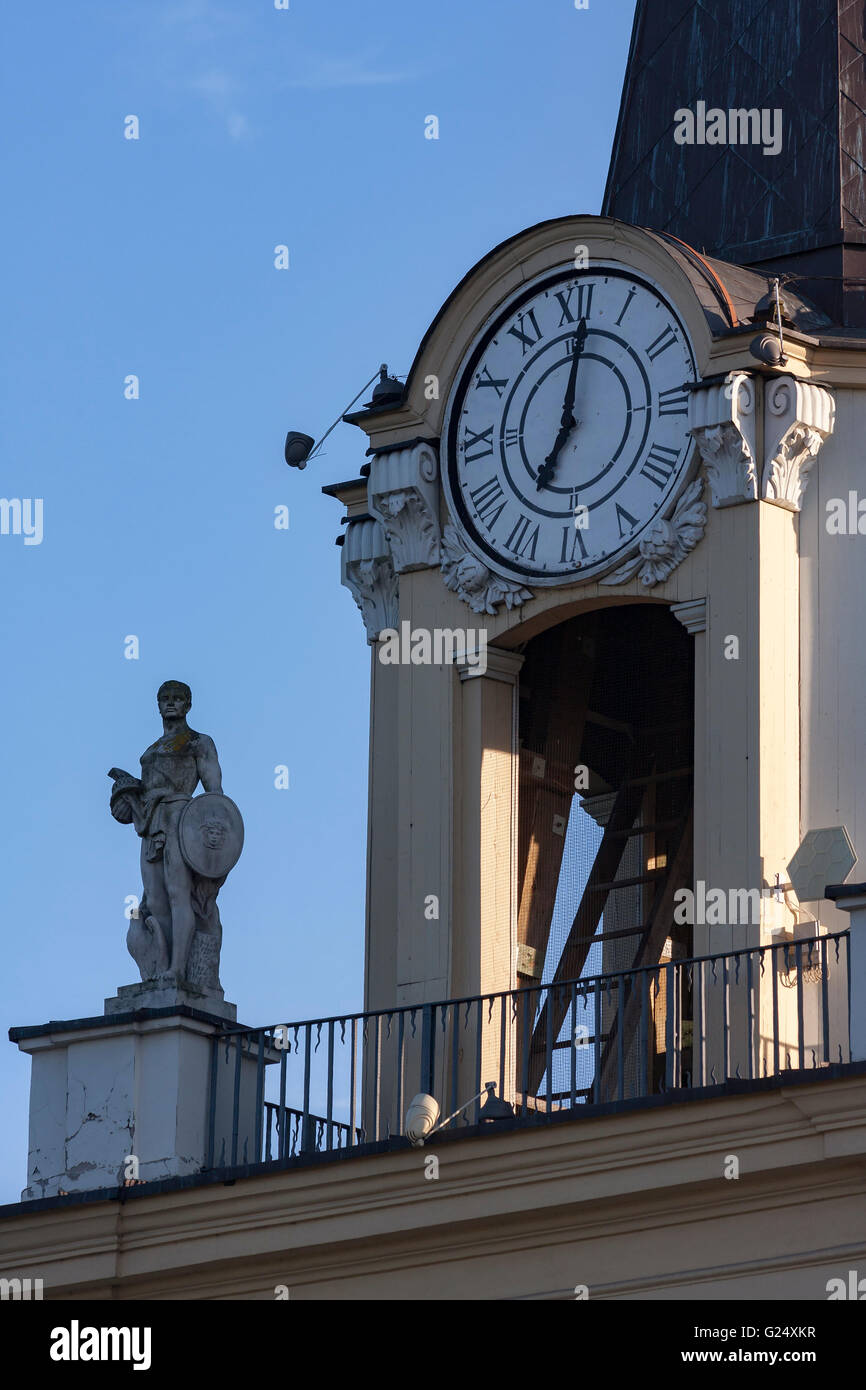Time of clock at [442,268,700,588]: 7:01
